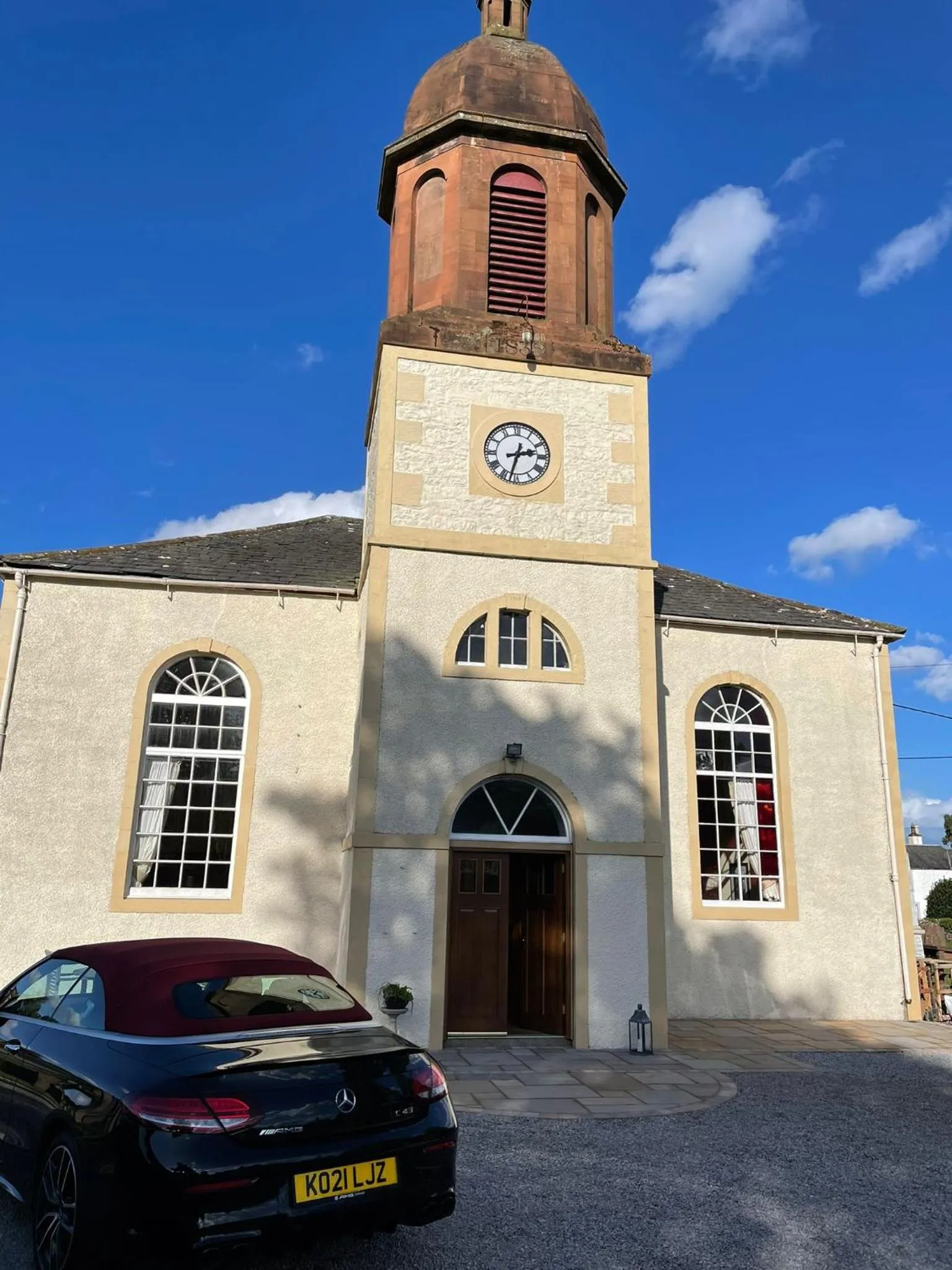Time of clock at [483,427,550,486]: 2:32
